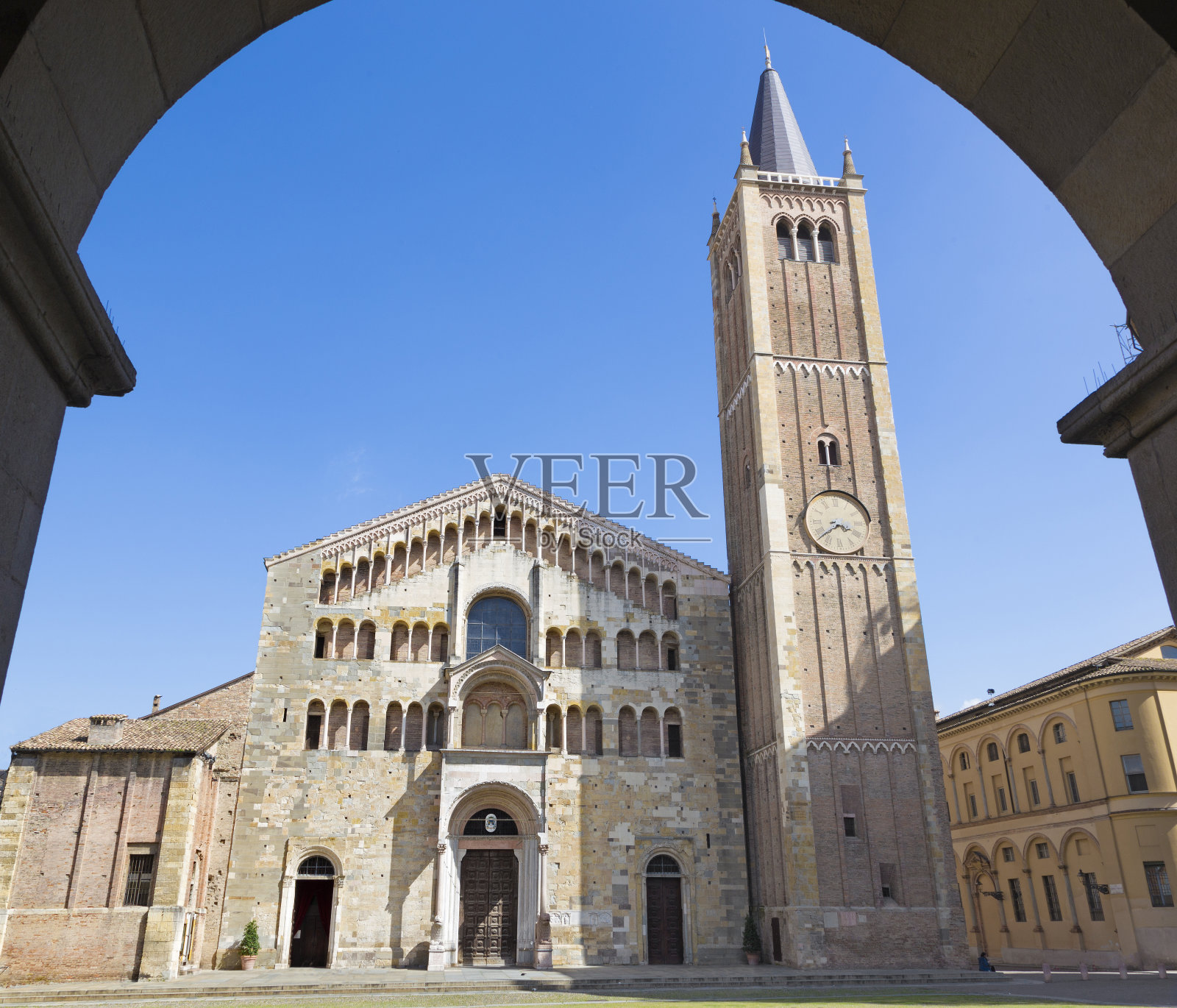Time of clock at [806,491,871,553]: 3:38
